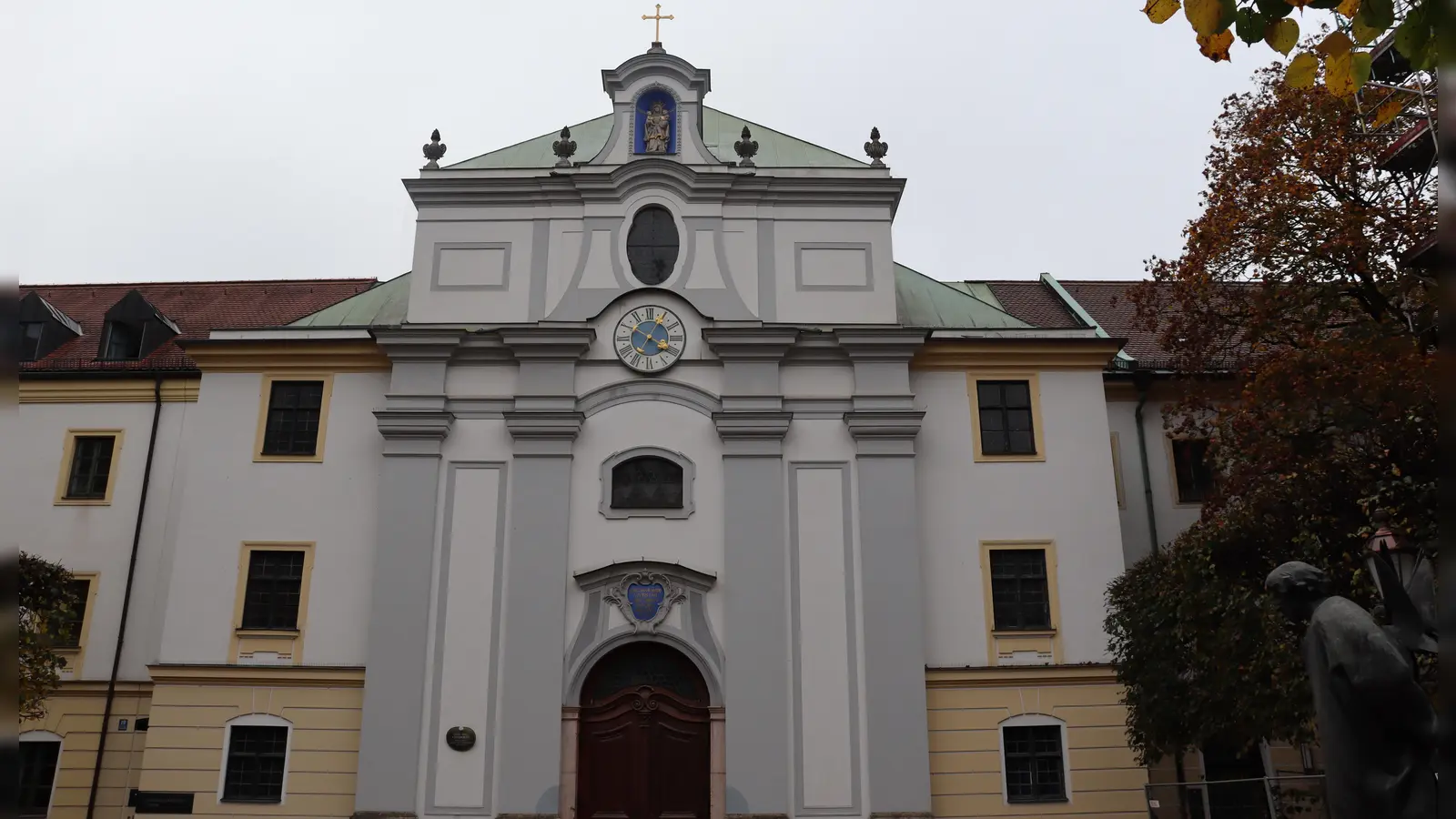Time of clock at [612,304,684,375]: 4:05
